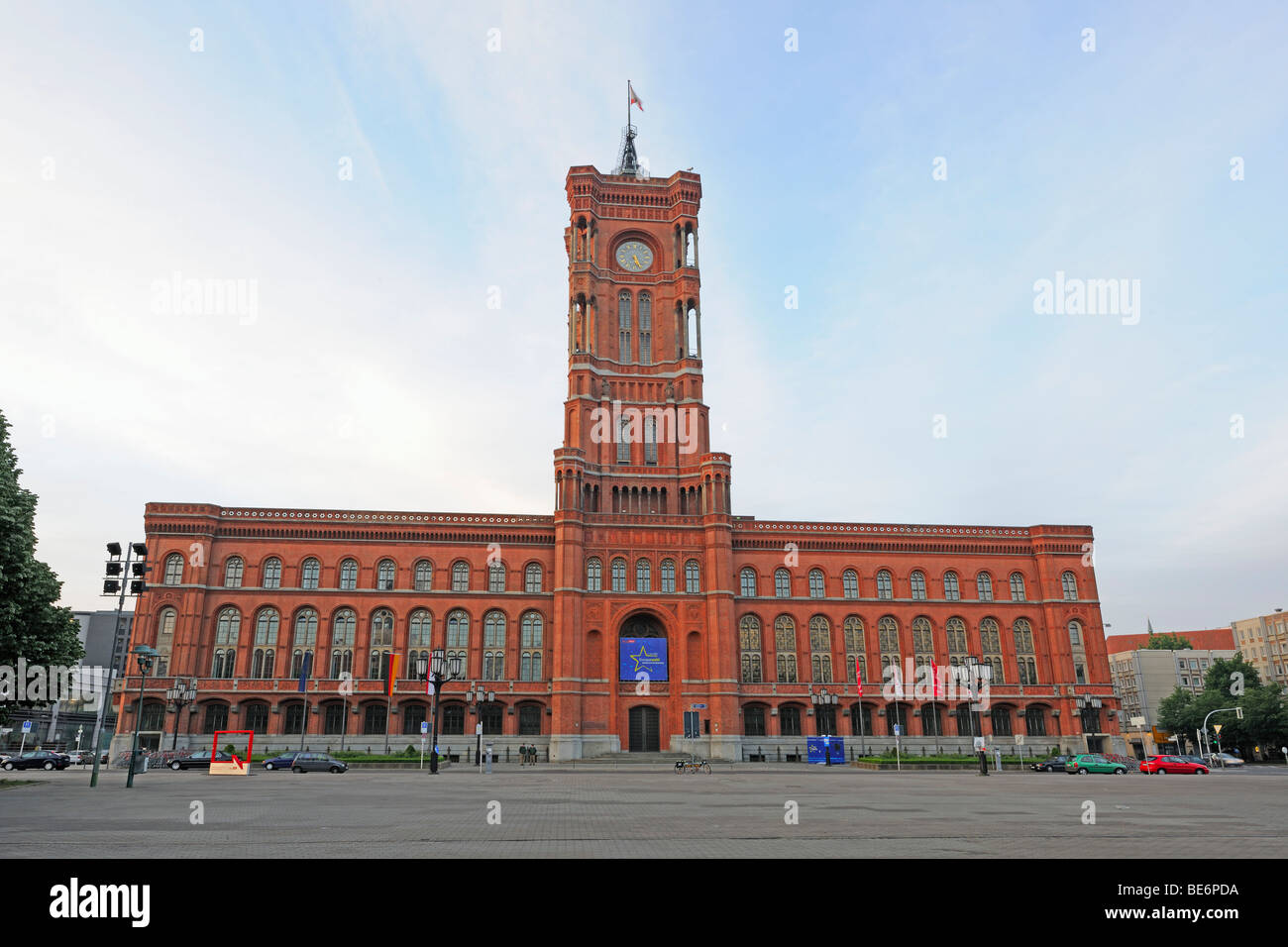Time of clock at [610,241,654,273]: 5:26
